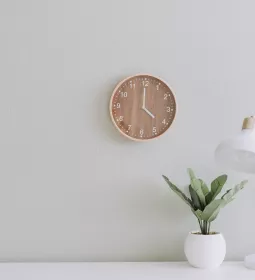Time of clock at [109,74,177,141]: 4:00
